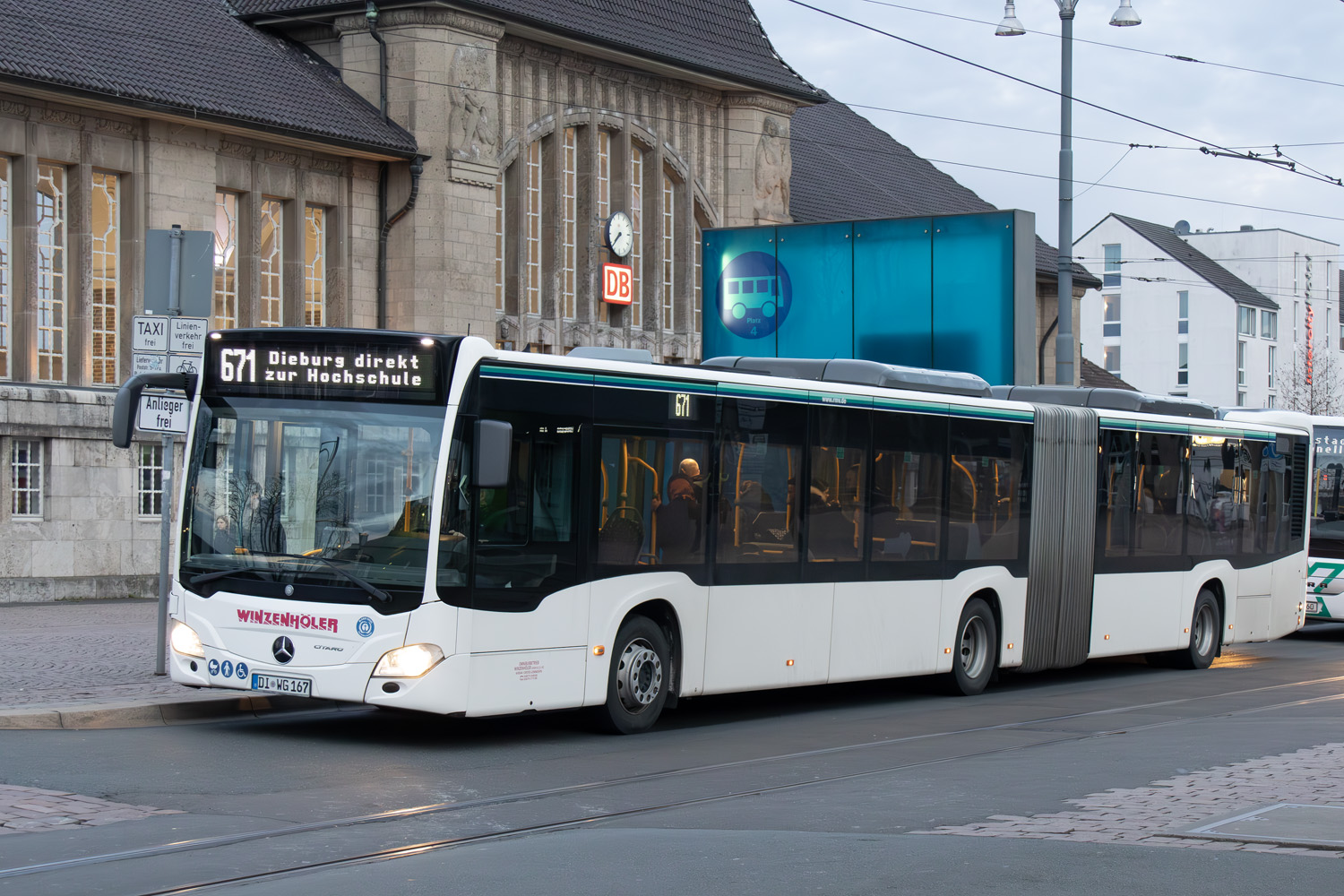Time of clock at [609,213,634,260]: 7:37
